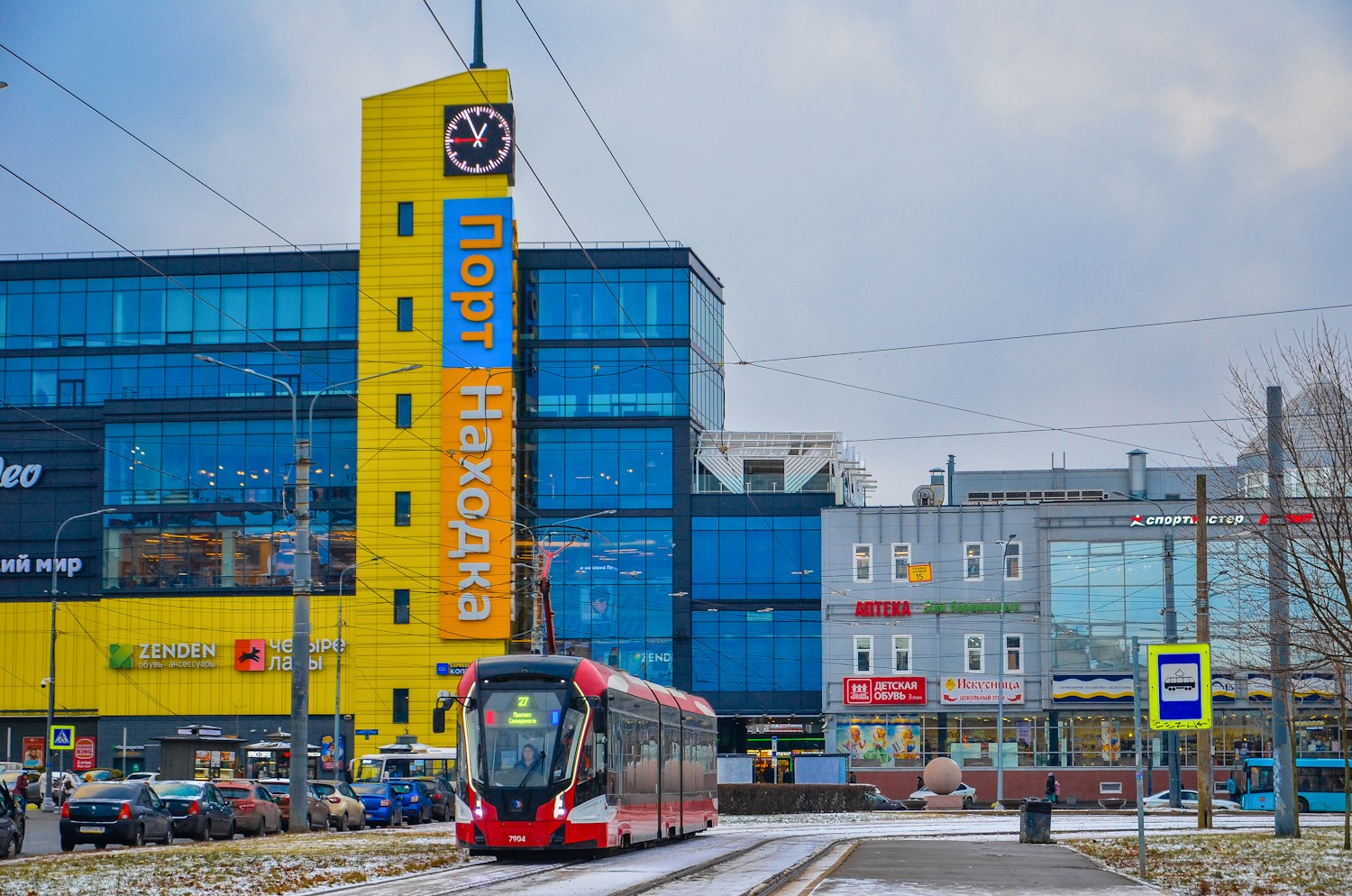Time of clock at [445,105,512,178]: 12:55
